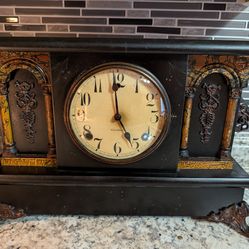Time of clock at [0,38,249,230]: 4:59
